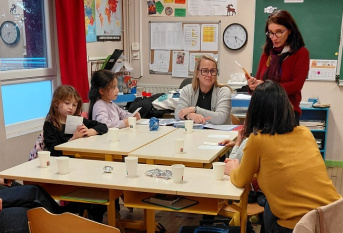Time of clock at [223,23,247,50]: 5:20
